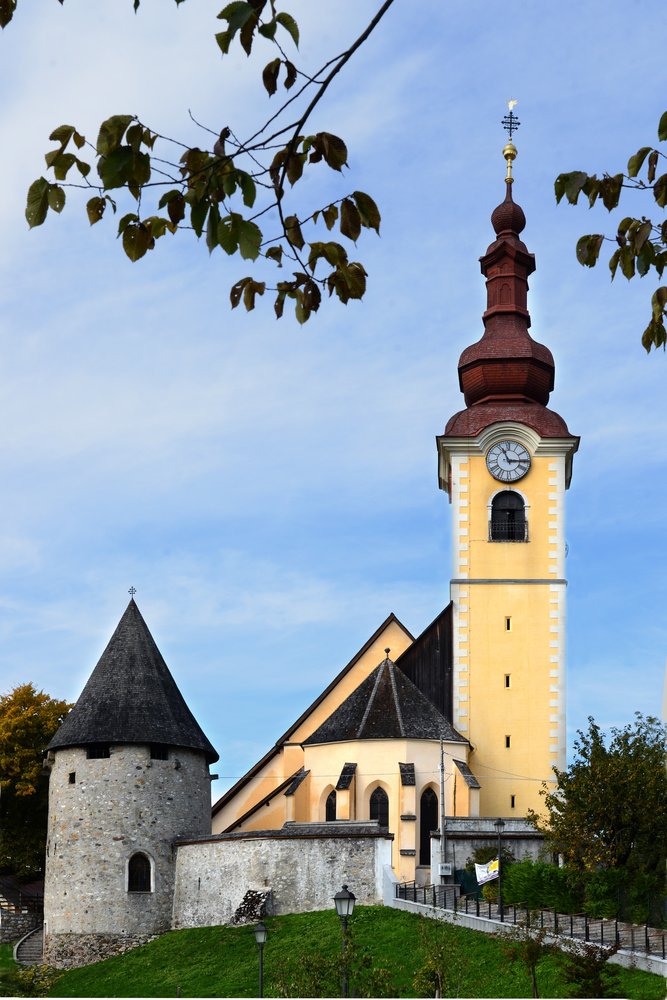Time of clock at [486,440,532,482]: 11:15
